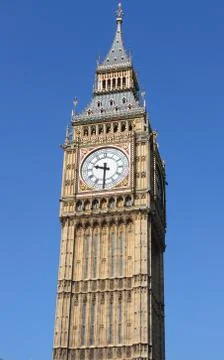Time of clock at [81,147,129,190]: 9:31
